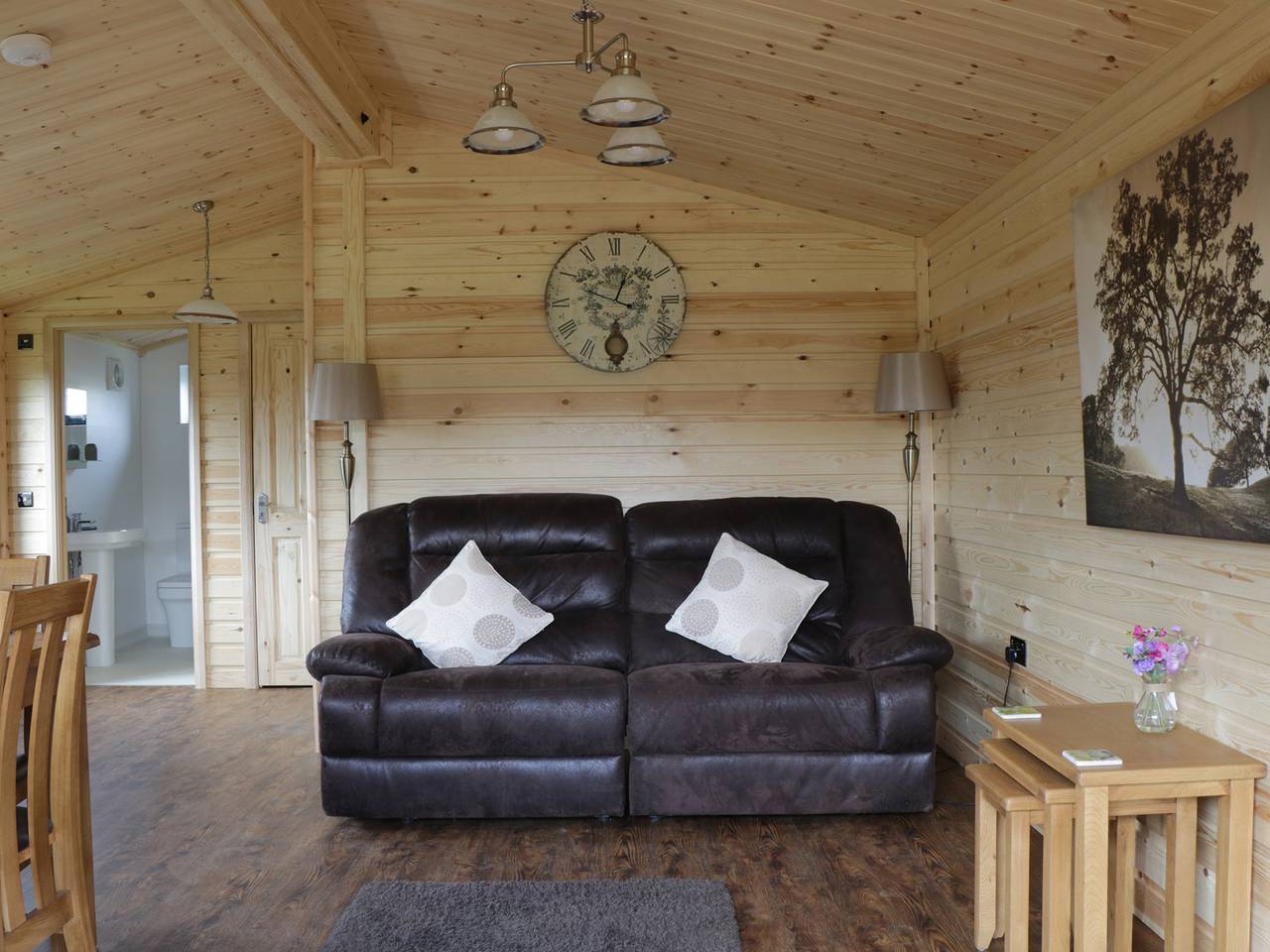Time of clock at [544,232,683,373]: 12:48
